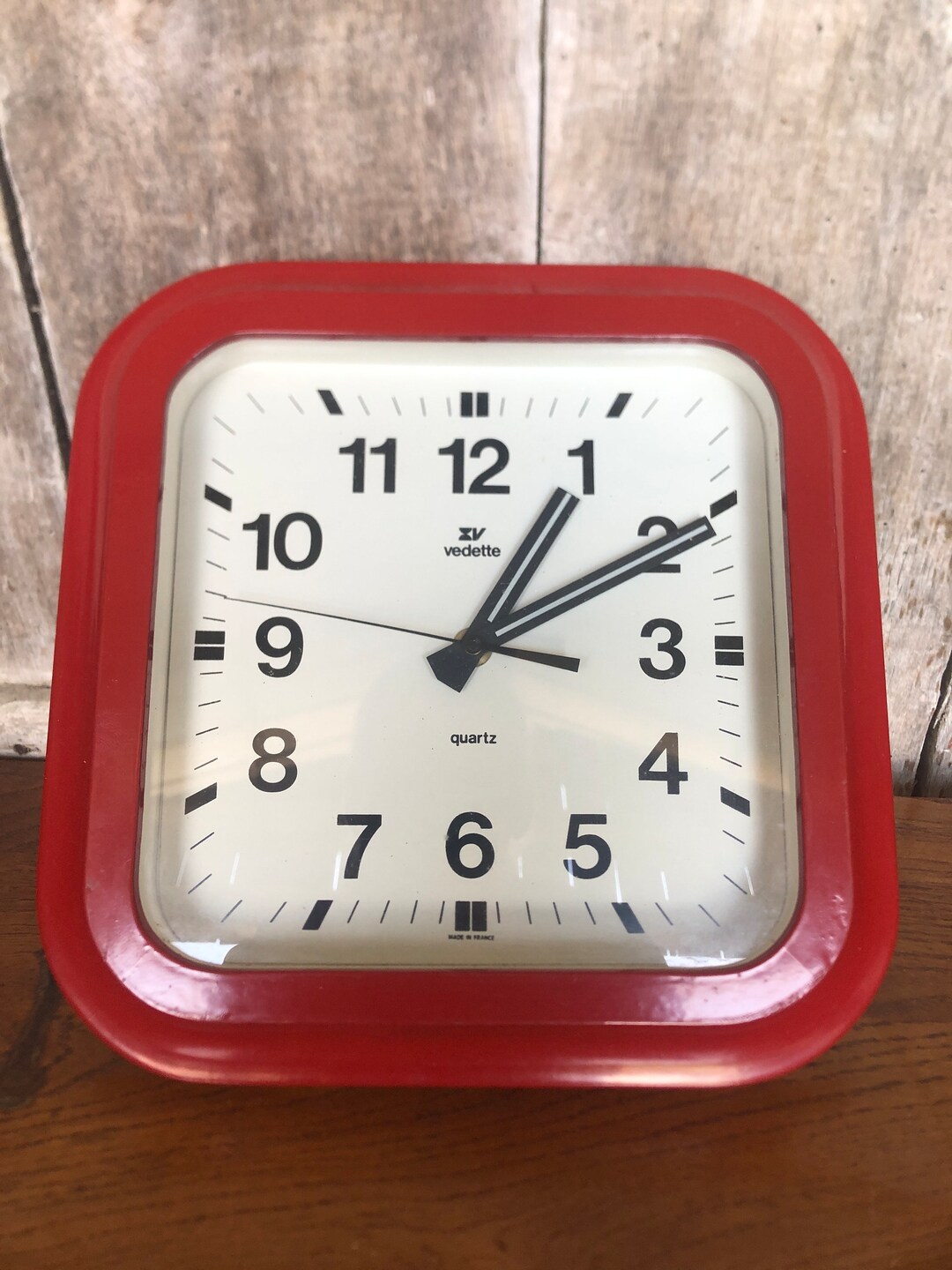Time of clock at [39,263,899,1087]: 1:10
